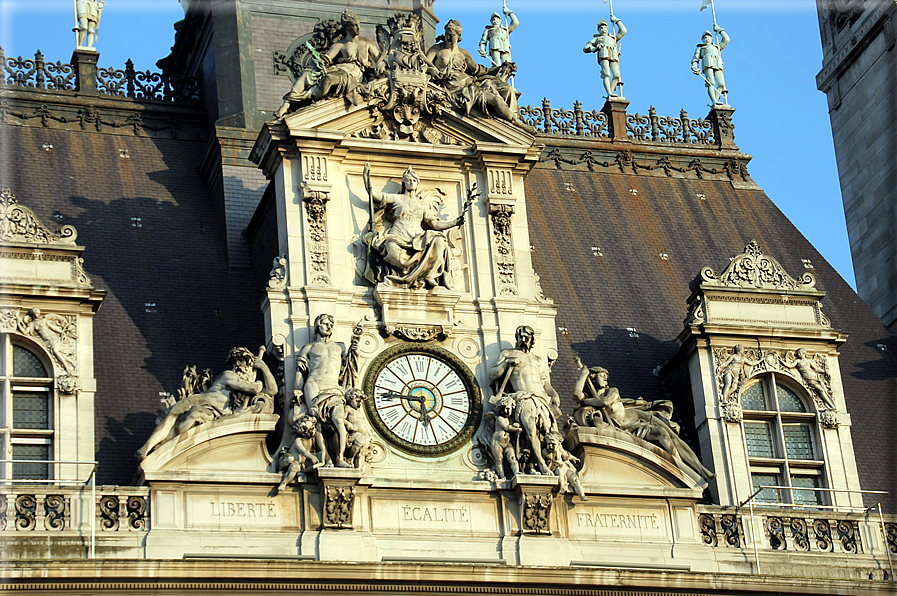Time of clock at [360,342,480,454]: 5:45
